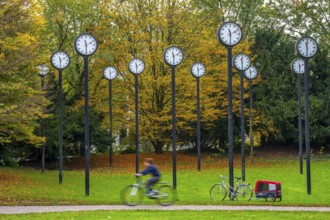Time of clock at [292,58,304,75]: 2:29
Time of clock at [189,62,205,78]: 2:29
